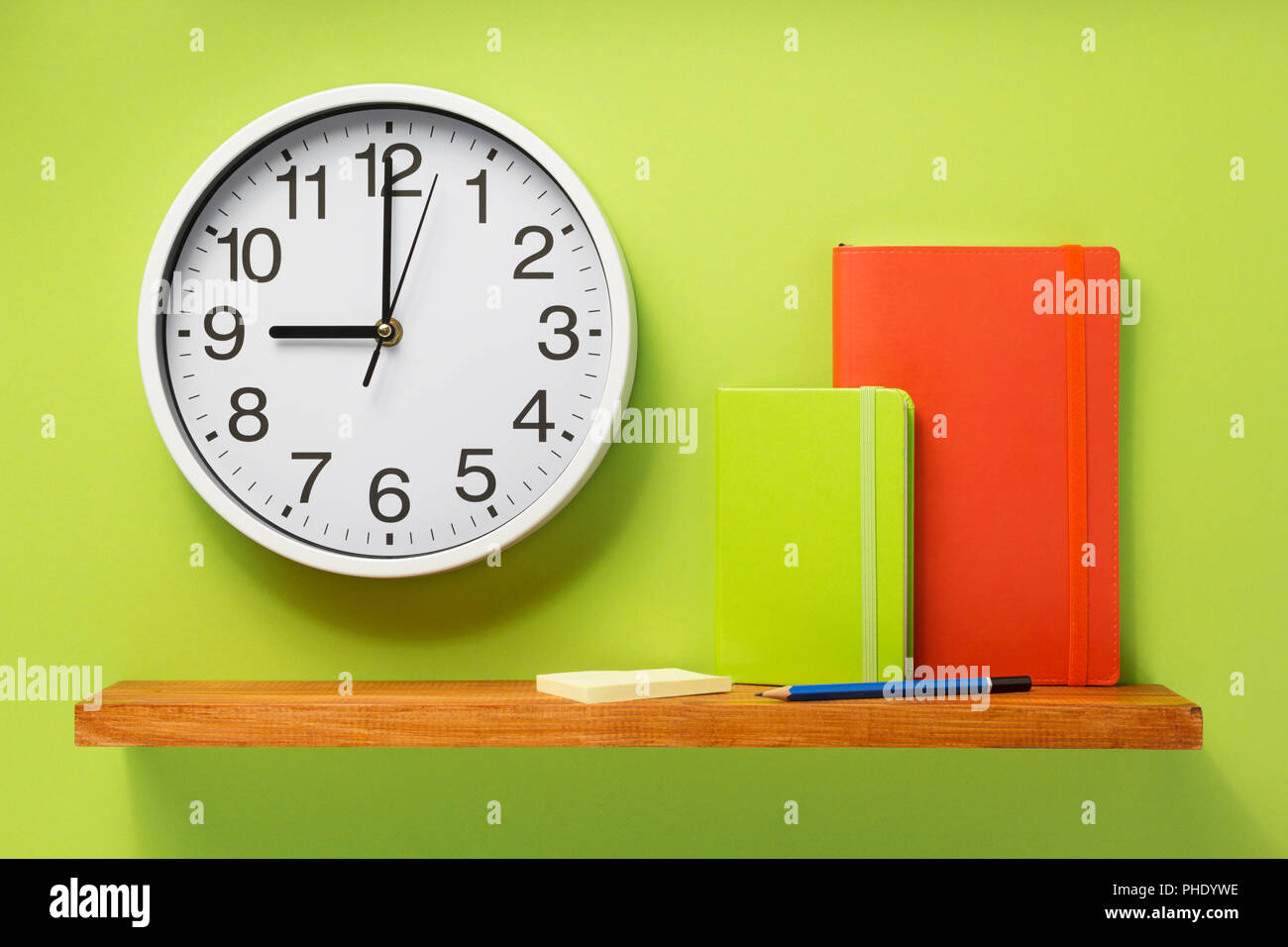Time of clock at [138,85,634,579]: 9:00
